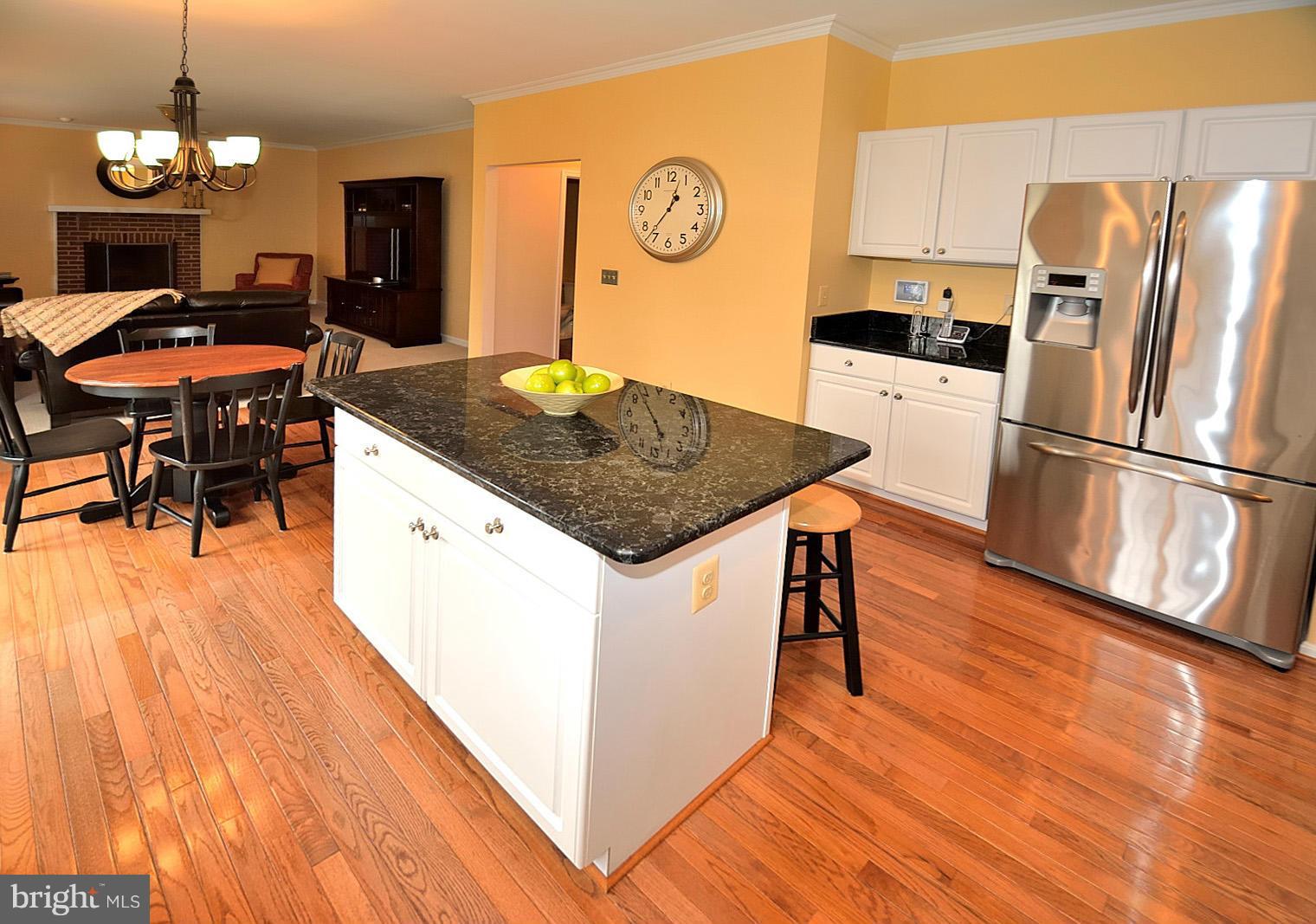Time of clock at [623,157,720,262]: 12:36
